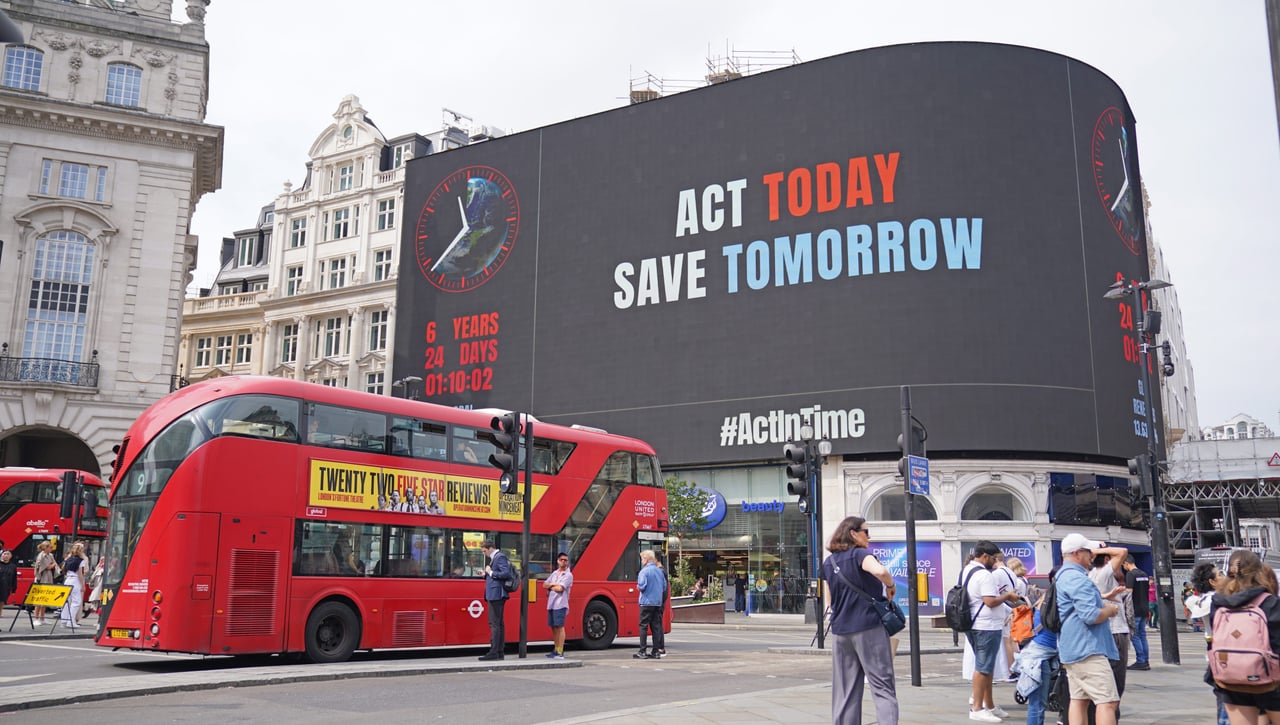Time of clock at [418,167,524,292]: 11:37
